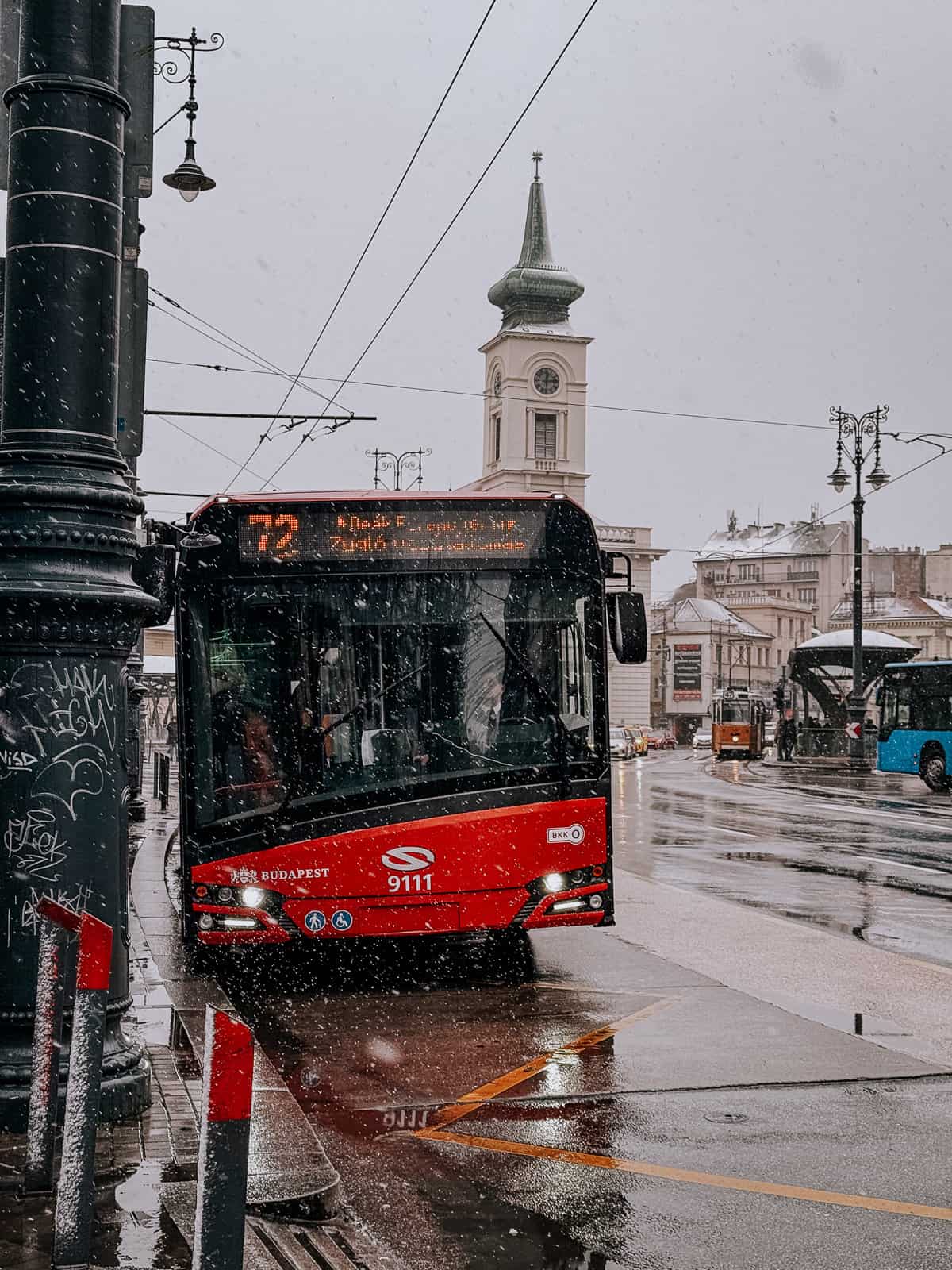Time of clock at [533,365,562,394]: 12:13
